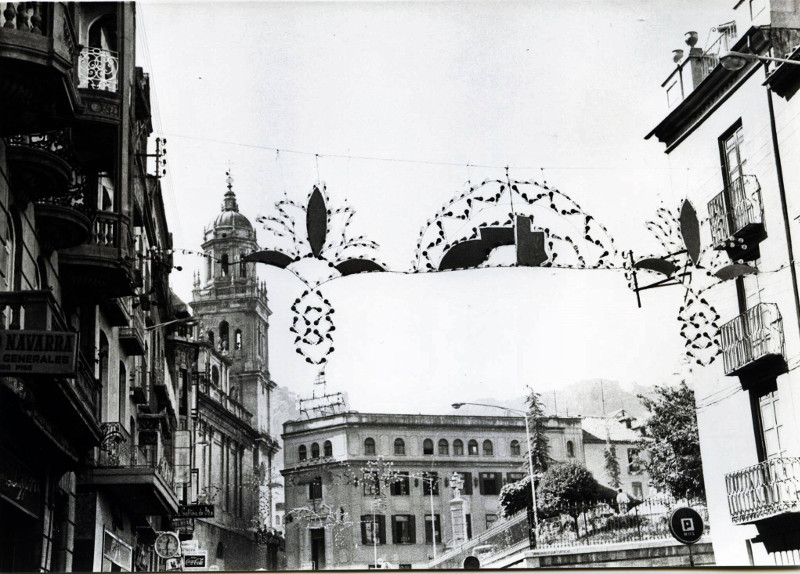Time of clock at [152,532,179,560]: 12:28
